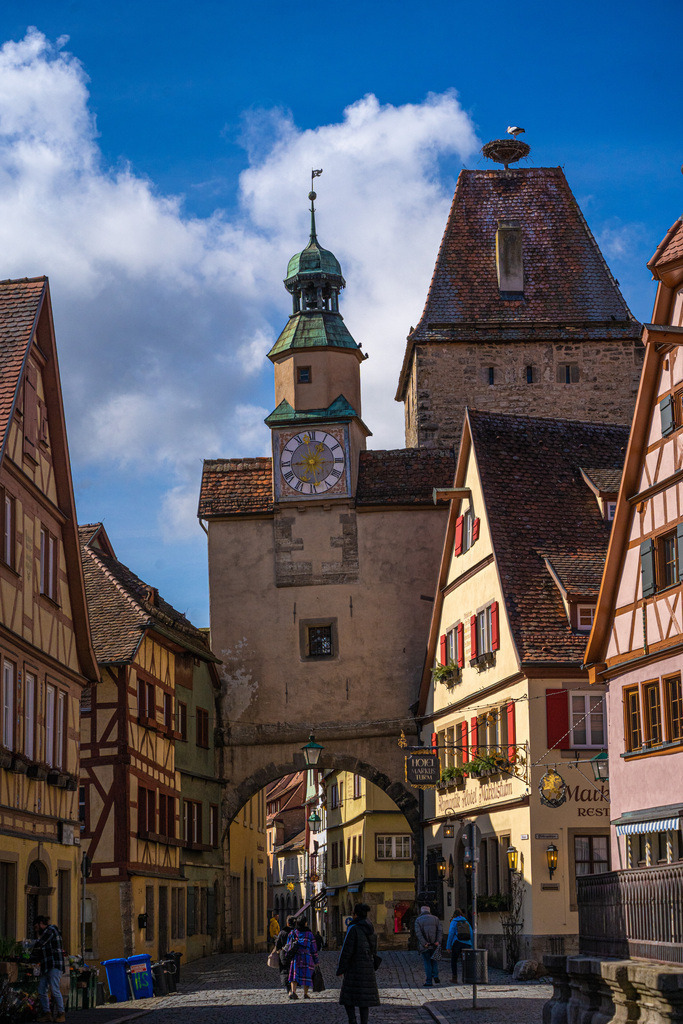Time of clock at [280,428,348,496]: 1:14
